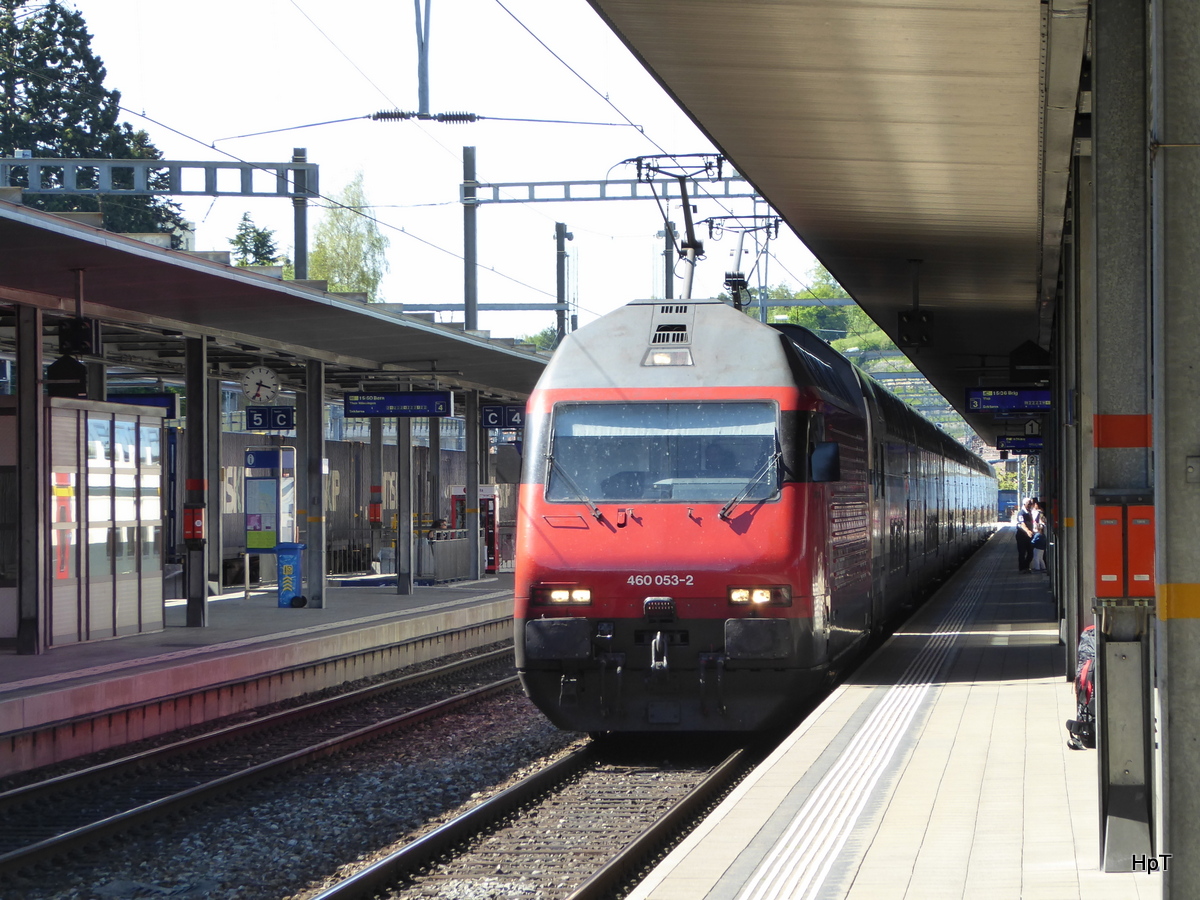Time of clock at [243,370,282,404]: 3:33
